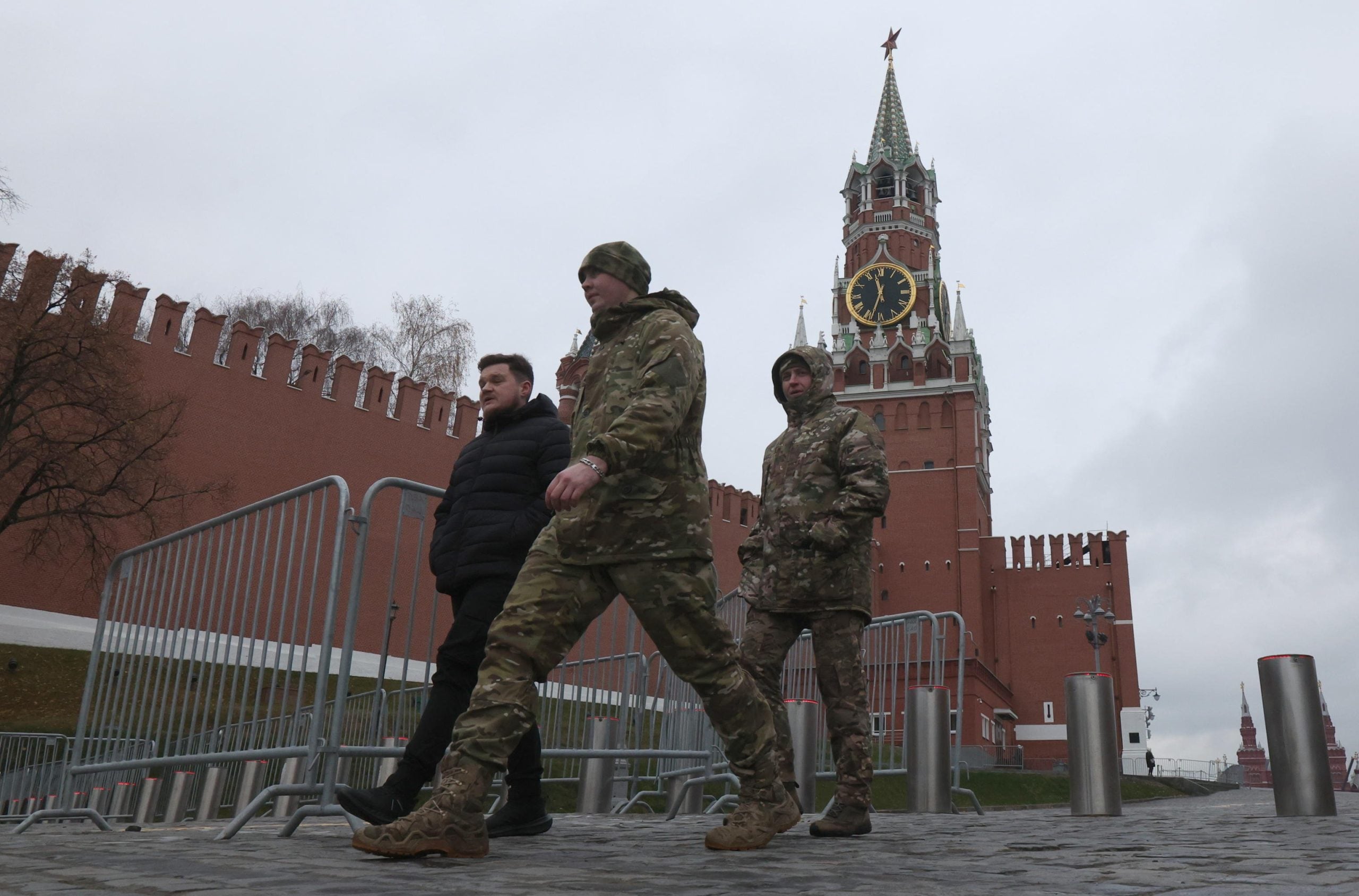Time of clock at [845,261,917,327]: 11:33
